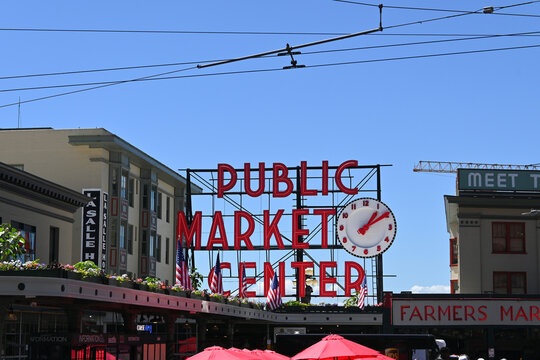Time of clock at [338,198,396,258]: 1:09
